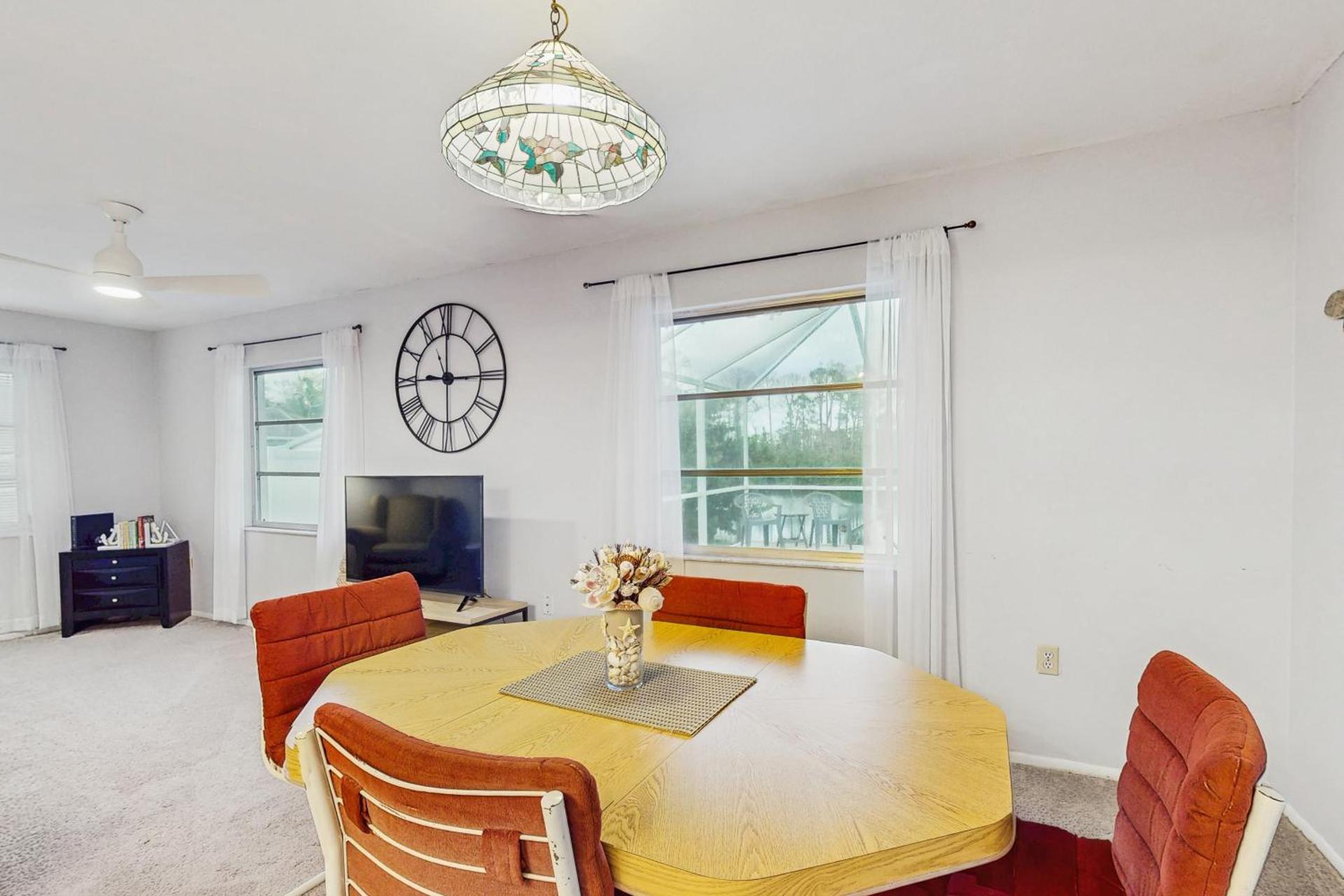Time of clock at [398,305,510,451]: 9:00
